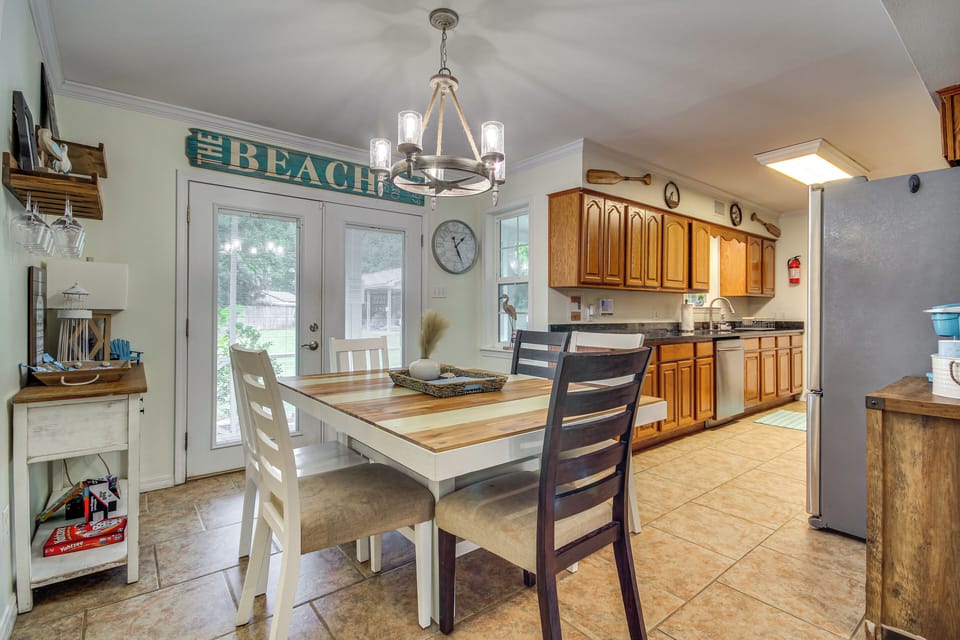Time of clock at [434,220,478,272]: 1:25
